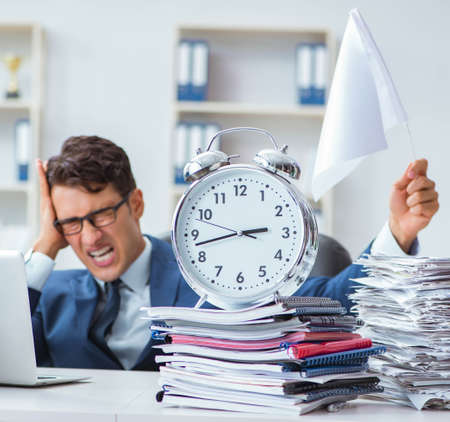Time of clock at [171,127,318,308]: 2:42
